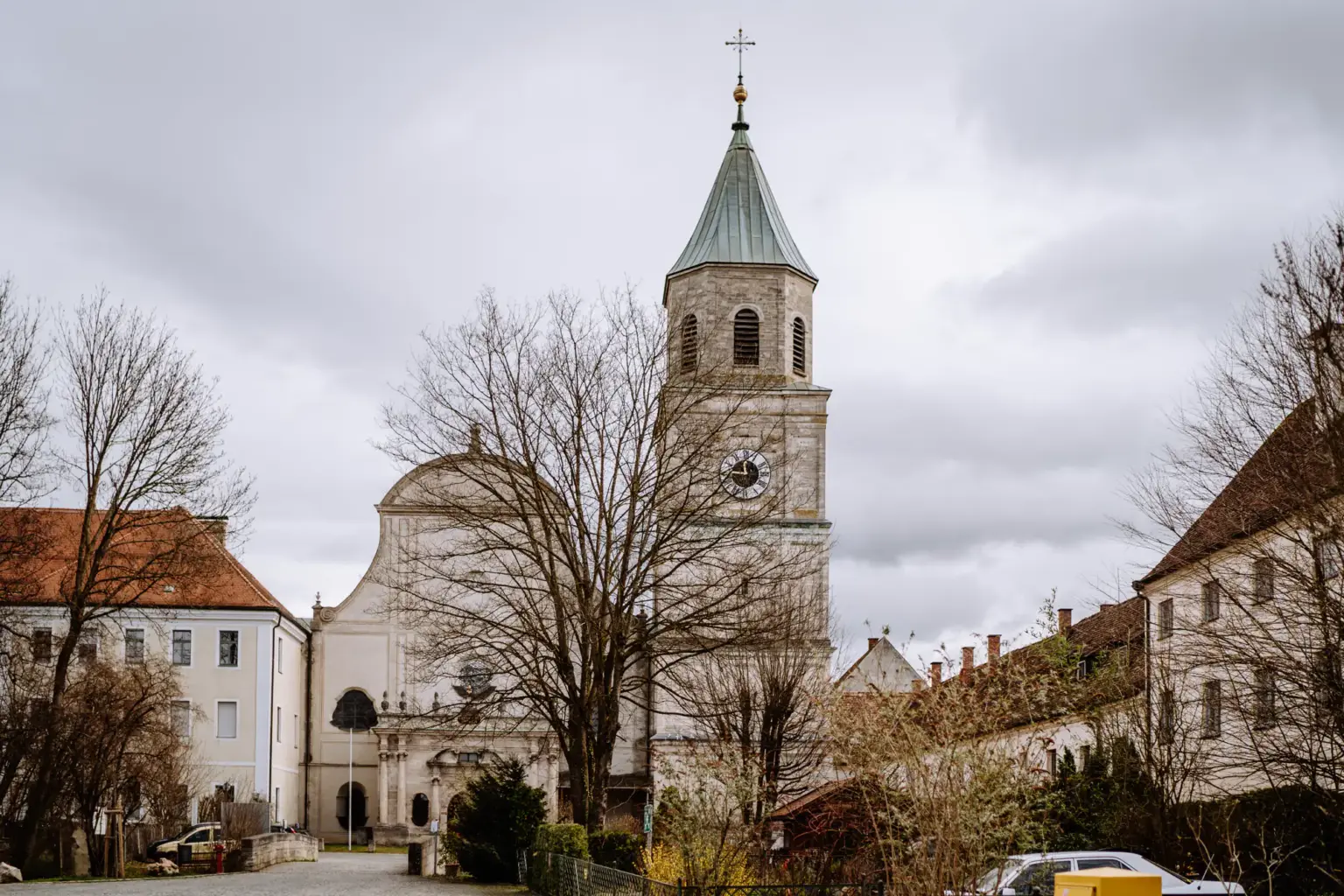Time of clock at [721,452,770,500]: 11:46
